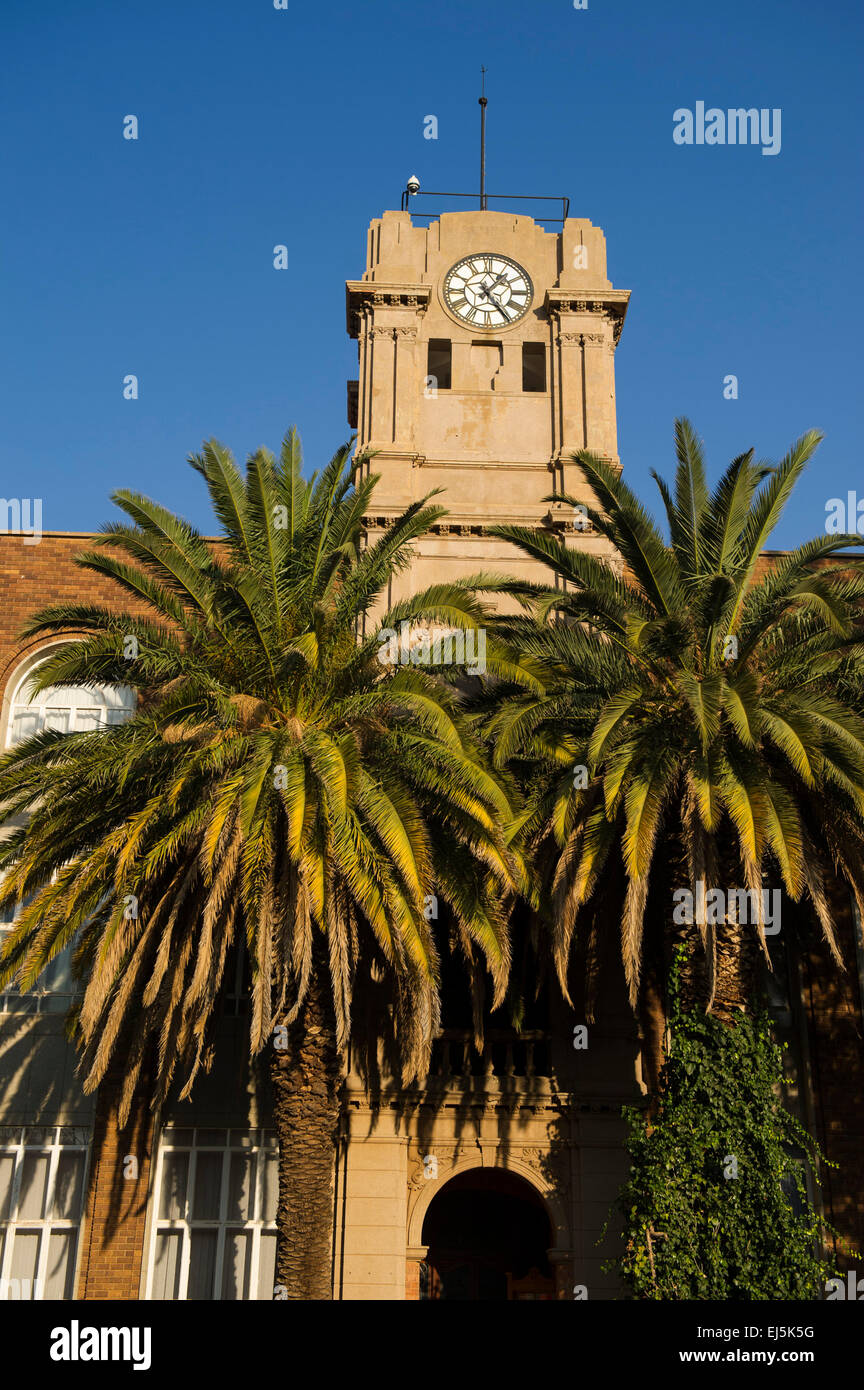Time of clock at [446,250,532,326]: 1:24
